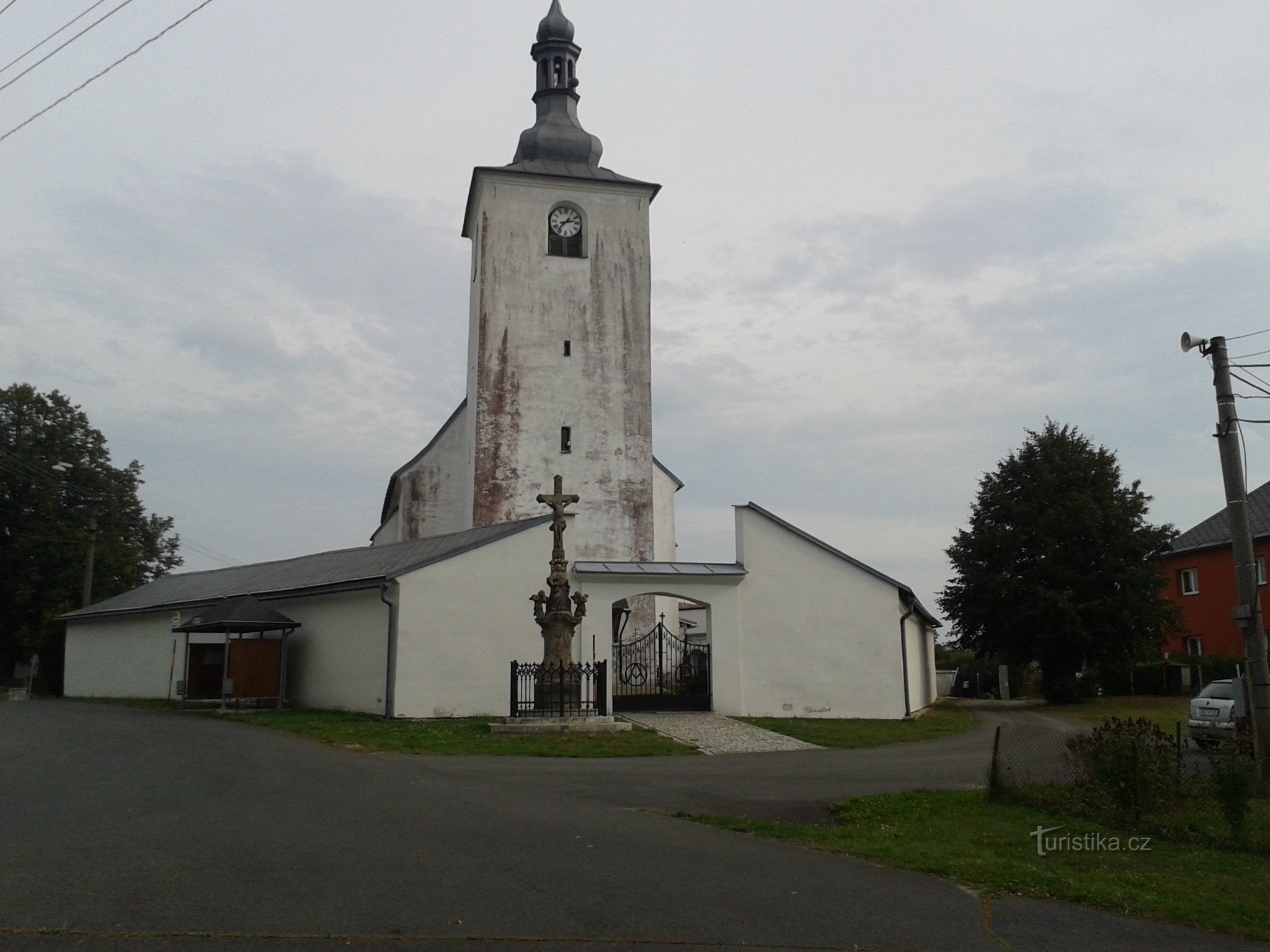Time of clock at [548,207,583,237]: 2:36
